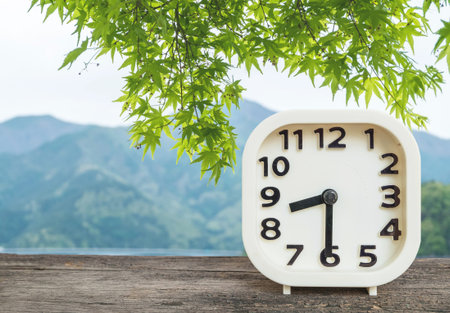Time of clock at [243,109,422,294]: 8:30
